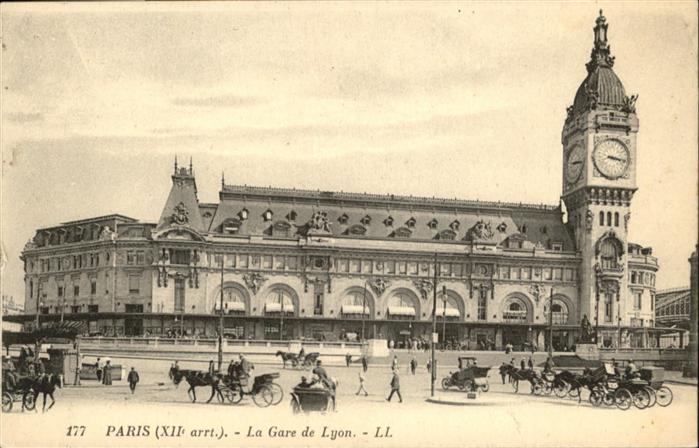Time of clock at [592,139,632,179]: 3:16
